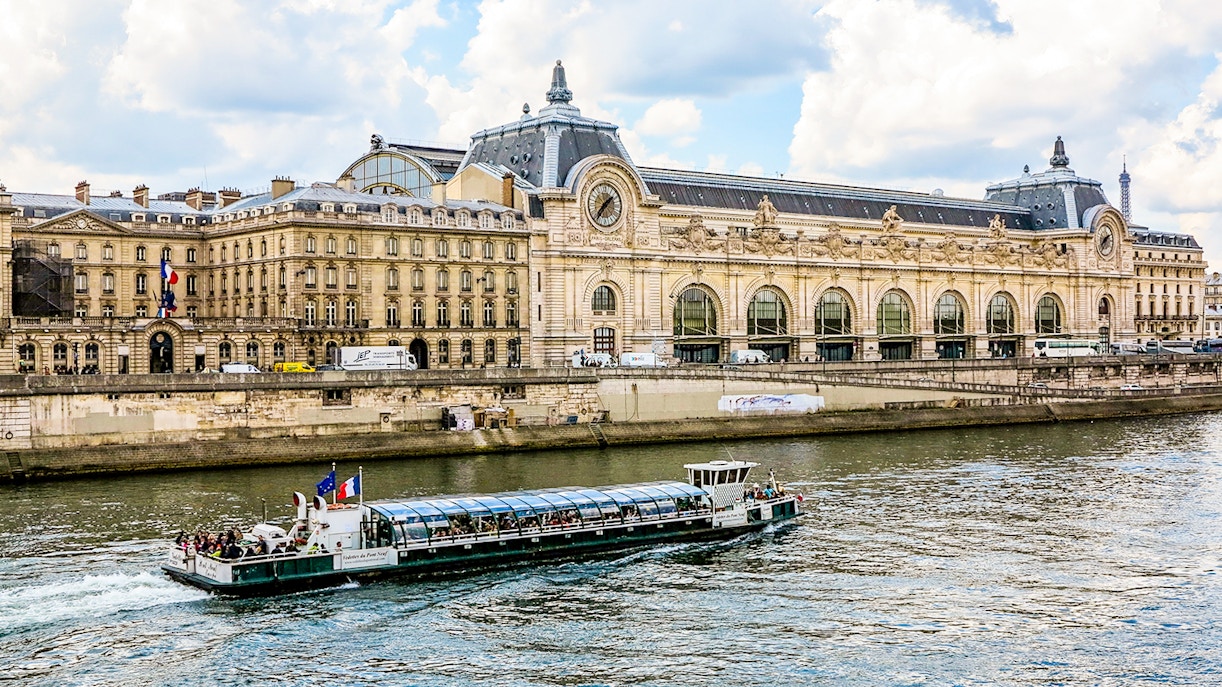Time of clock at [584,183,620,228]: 1:36
